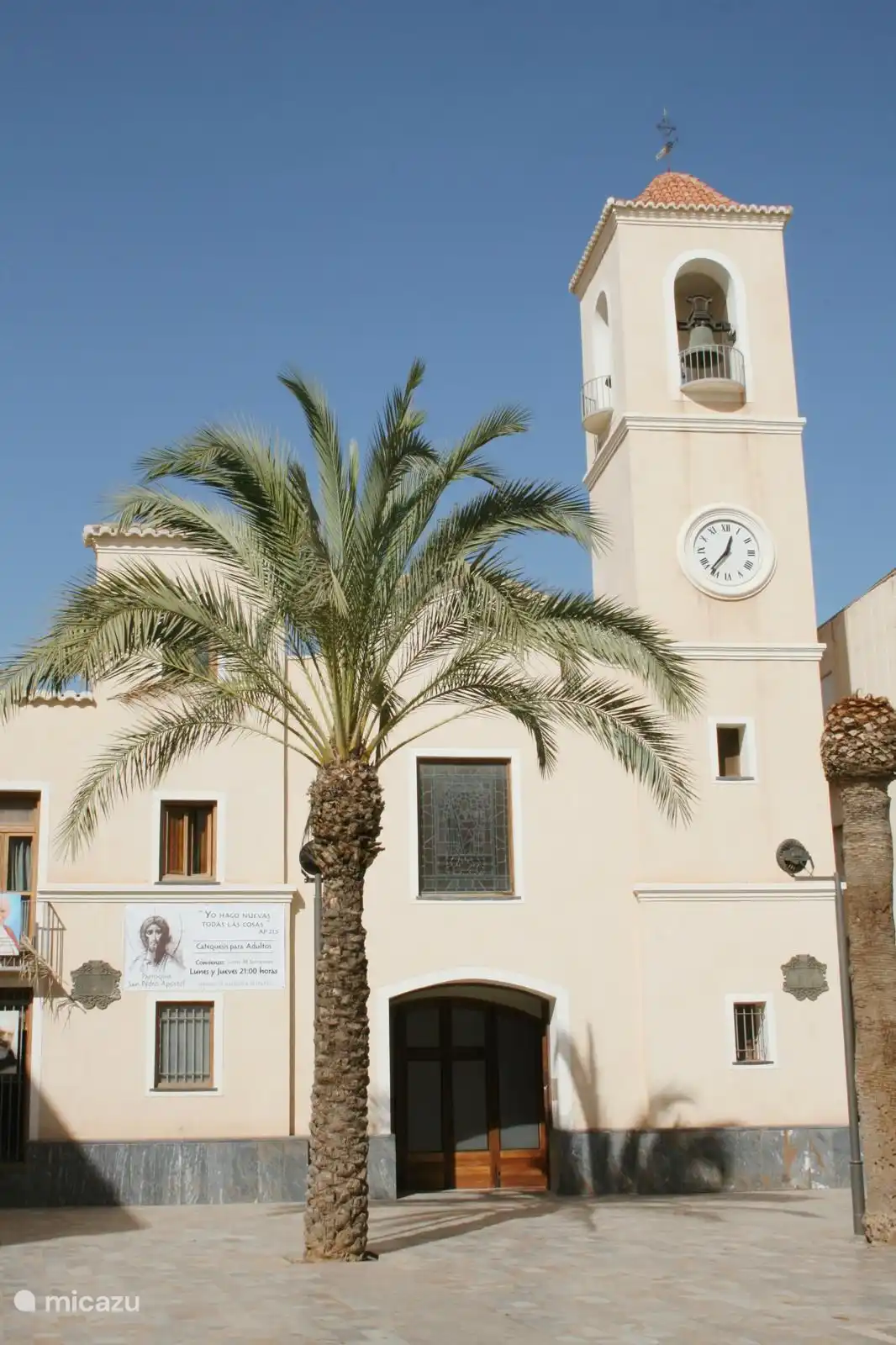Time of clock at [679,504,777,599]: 12:36
